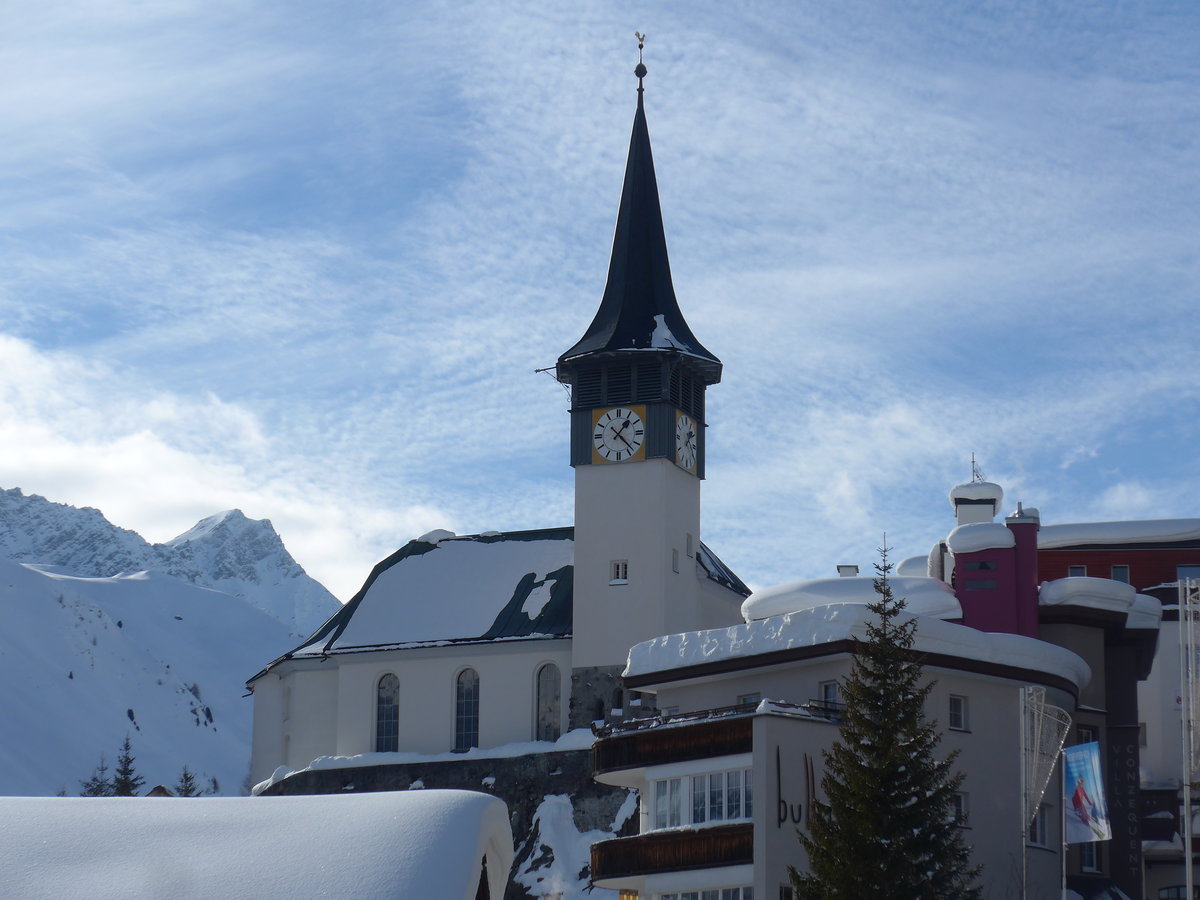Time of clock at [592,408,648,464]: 1:22
